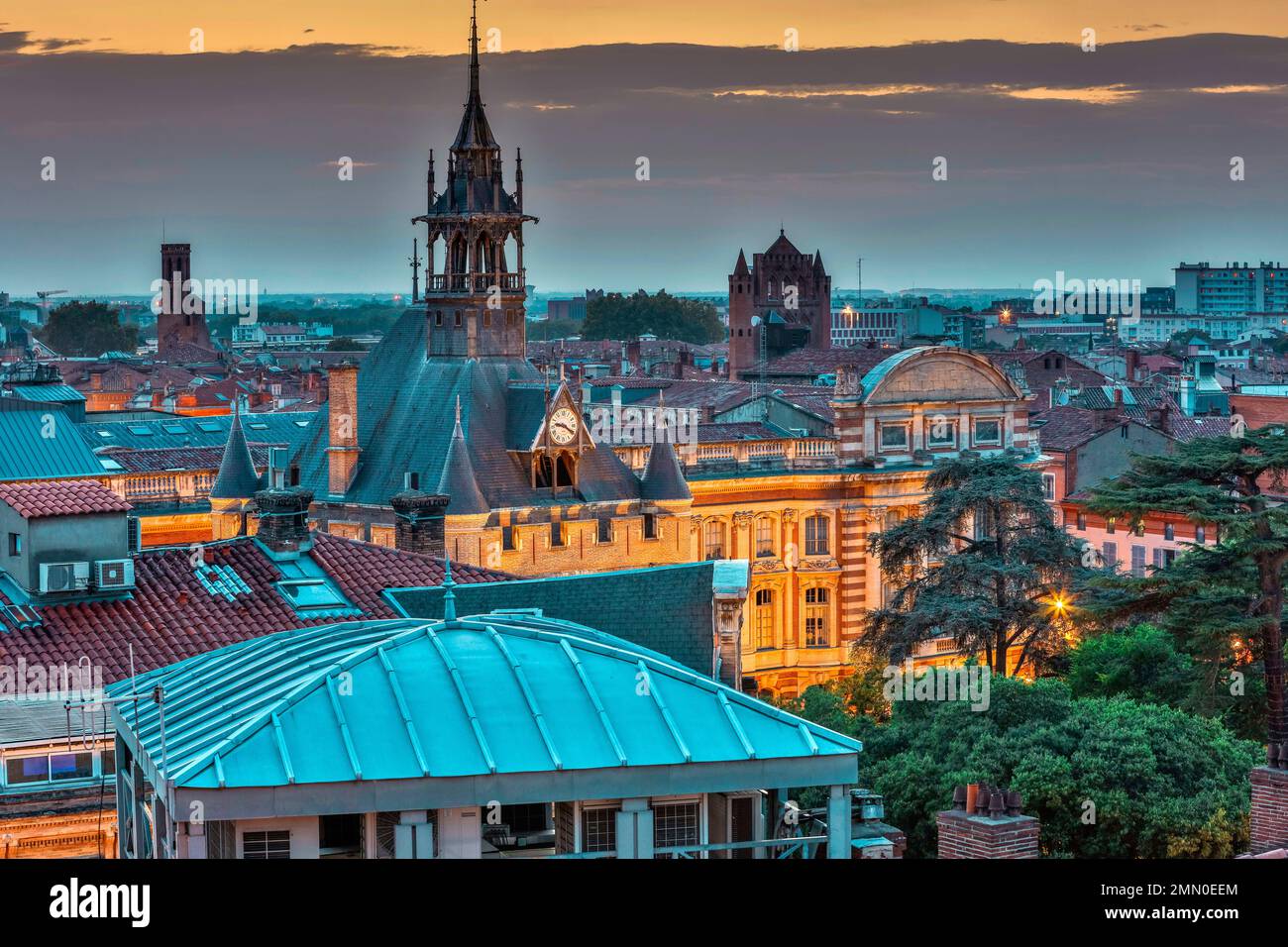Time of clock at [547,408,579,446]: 9:20
